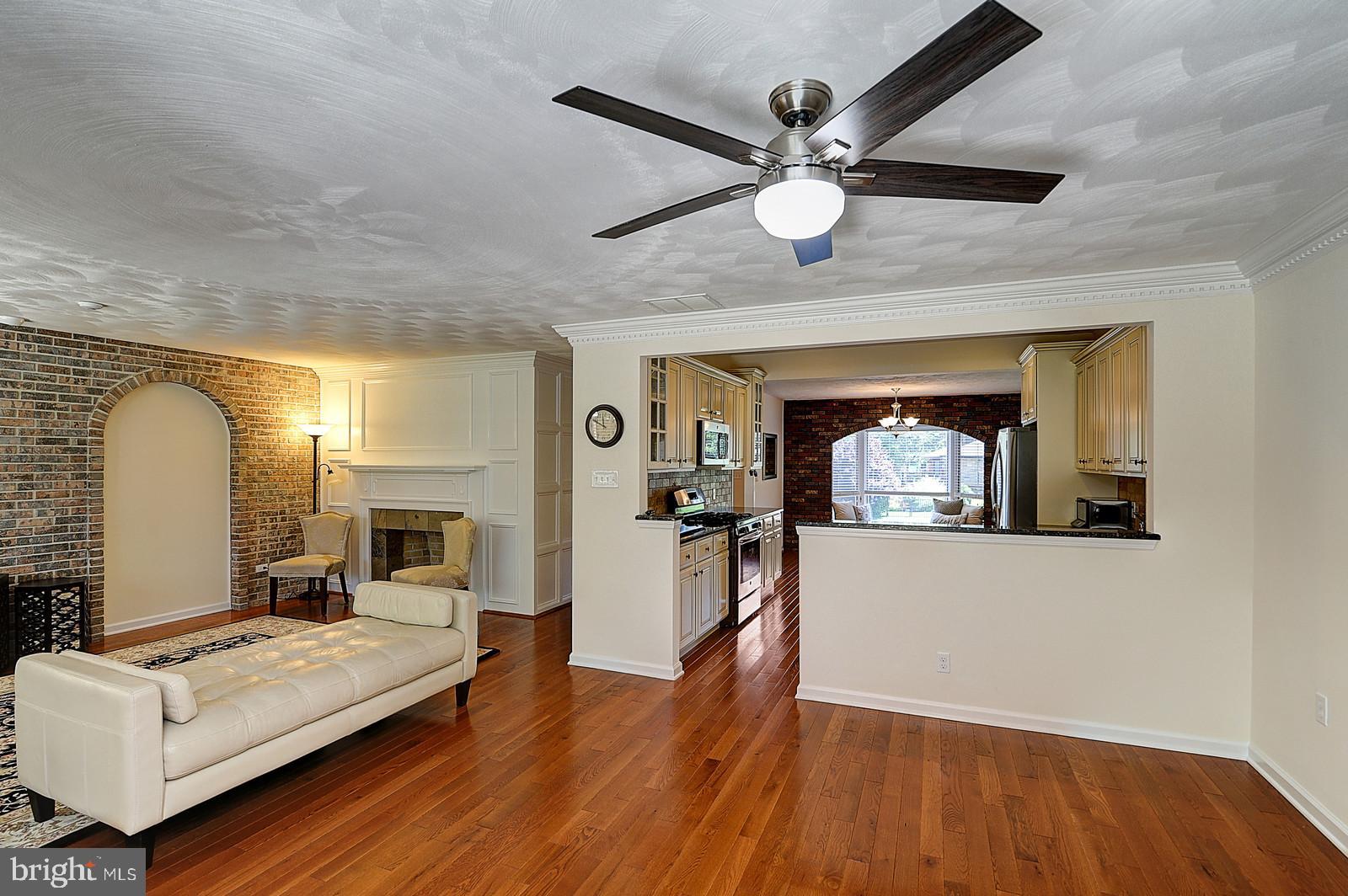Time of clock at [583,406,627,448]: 11:49
